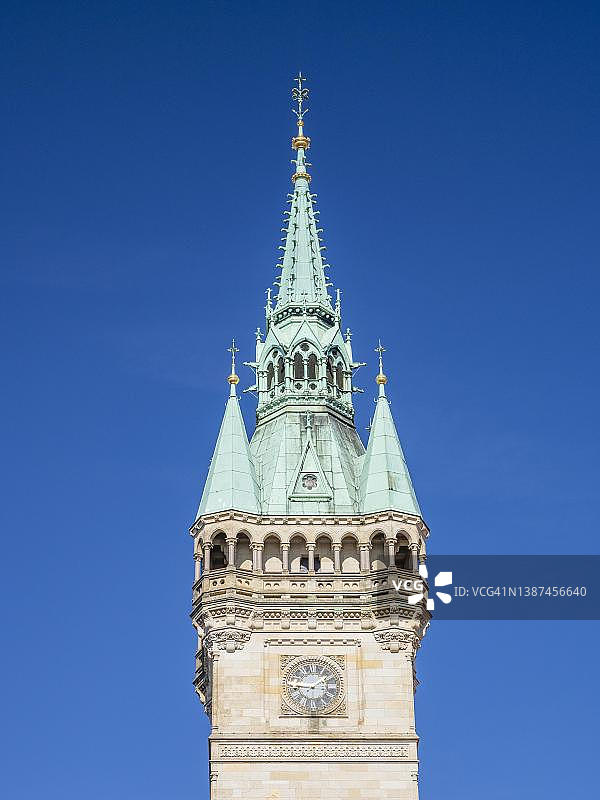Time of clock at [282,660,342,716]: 9:09
